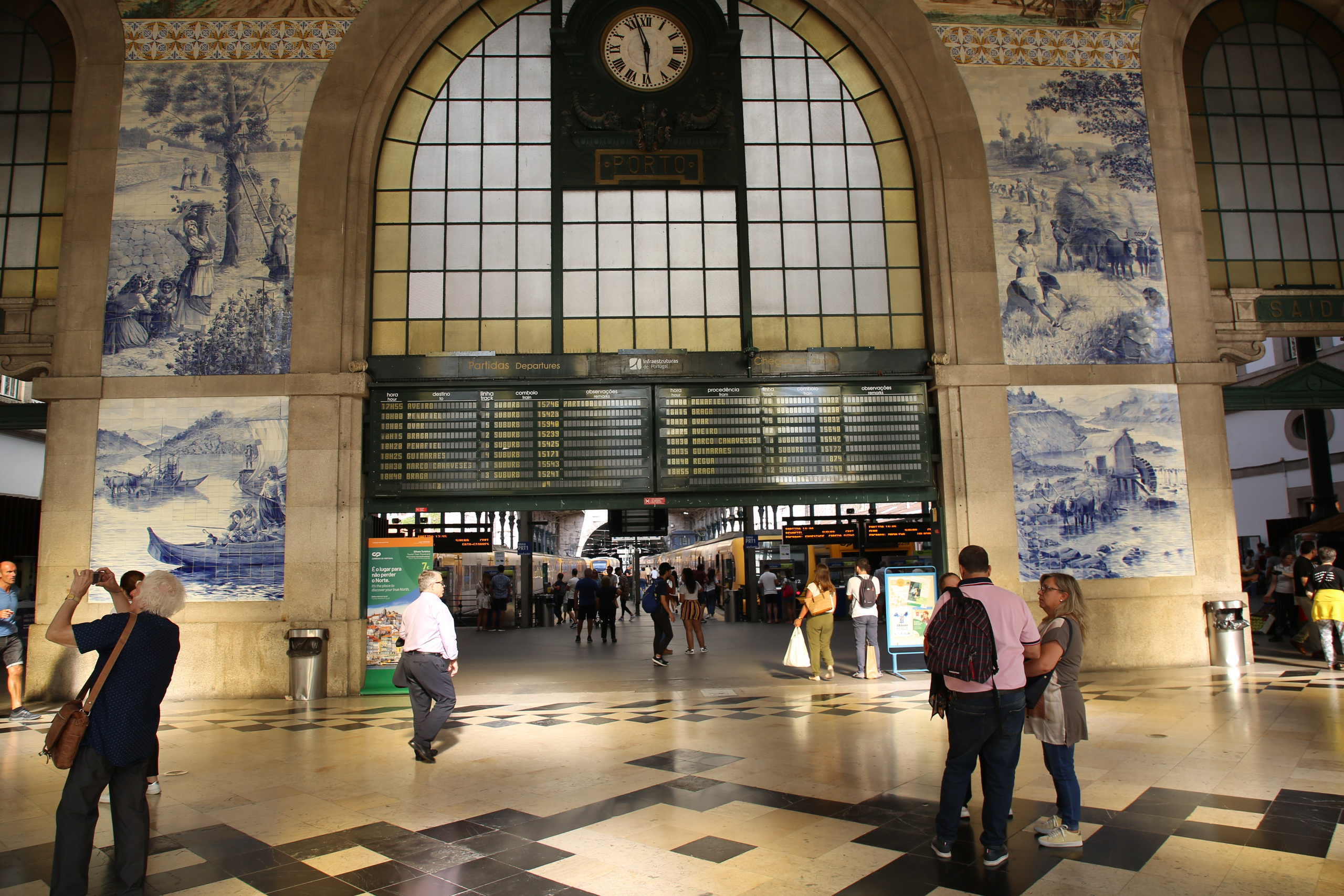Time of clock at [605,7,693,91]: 5:57
